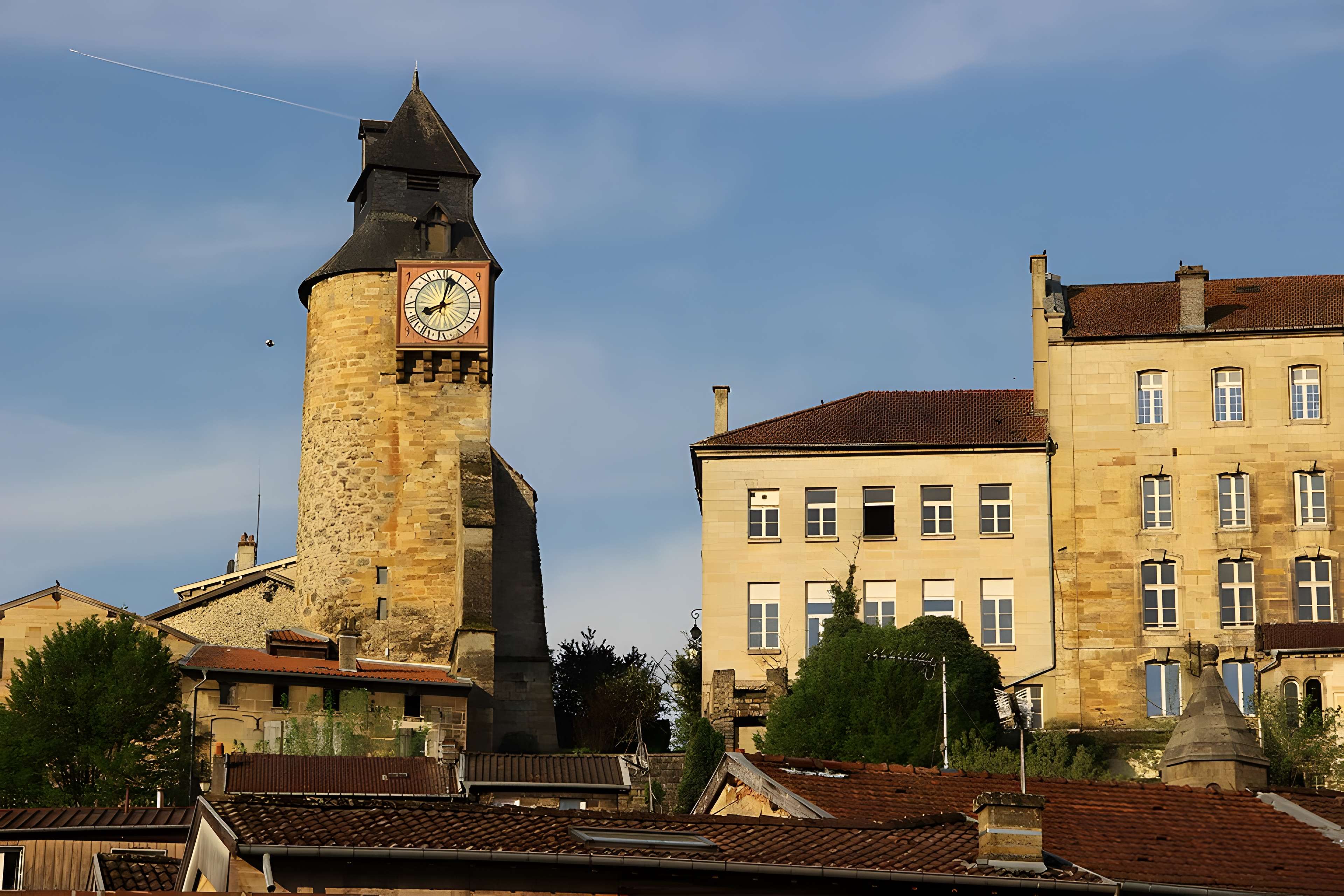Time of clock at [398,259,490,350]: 8:03
